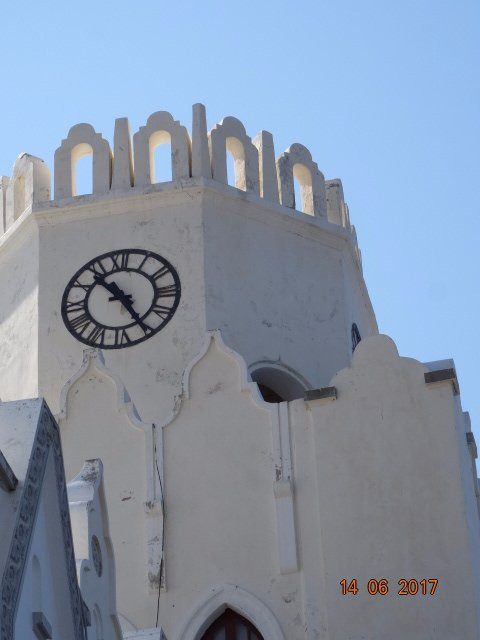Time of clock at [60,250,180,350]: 10:25
